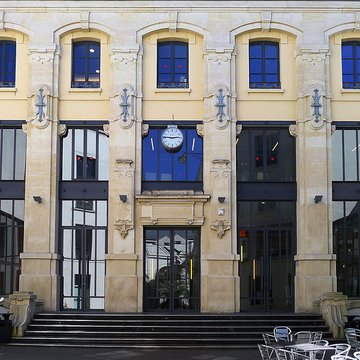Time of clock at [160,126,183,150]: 2:46
